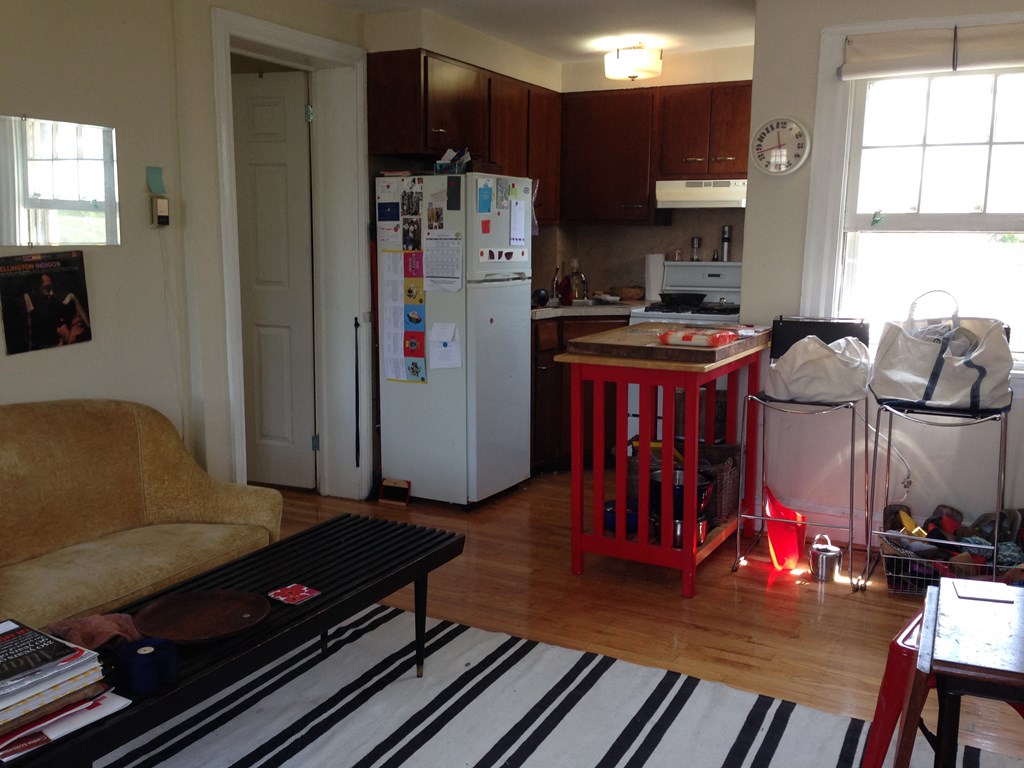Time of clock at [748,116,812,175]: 11:42
